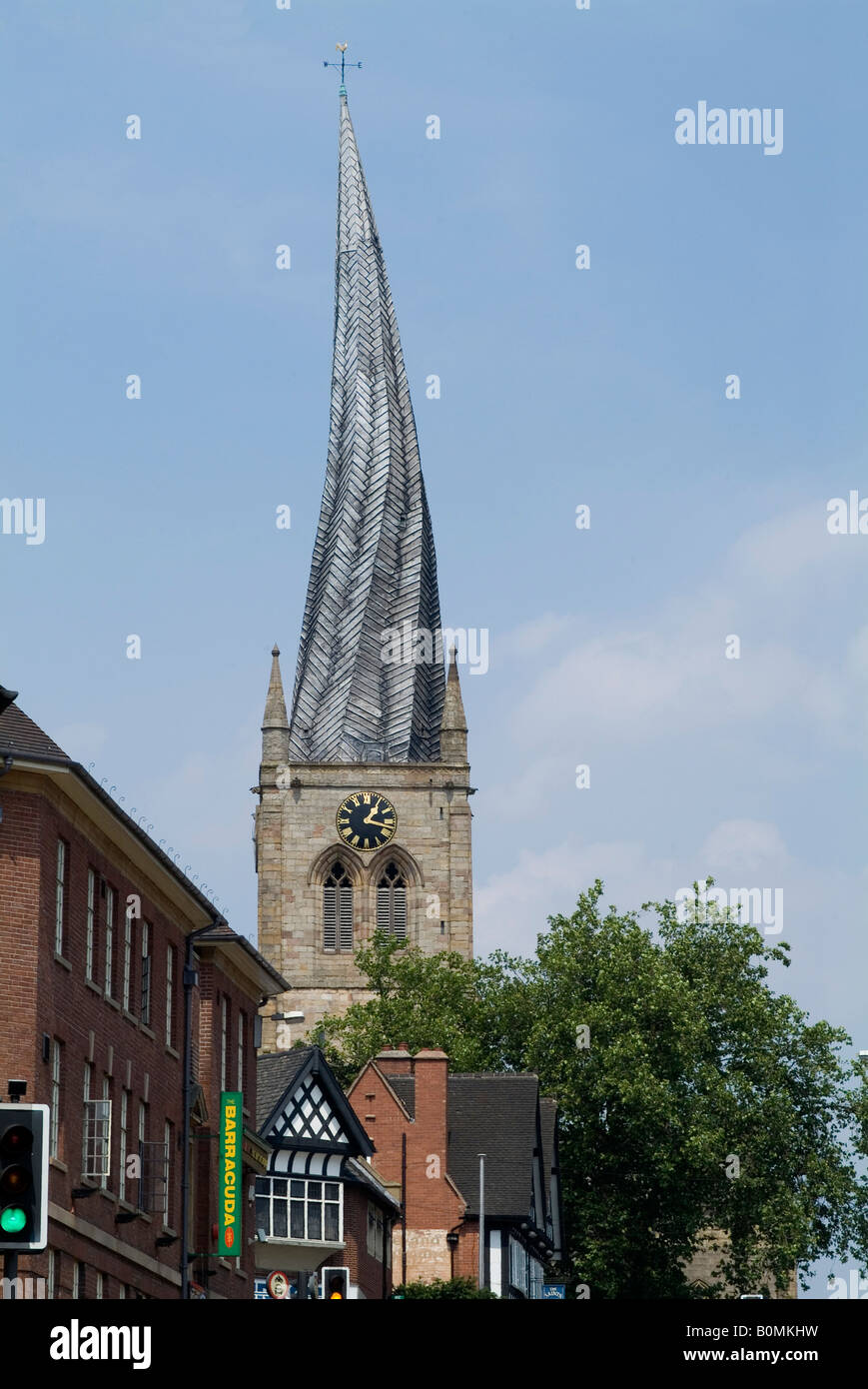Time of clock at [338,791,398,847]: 1:17
